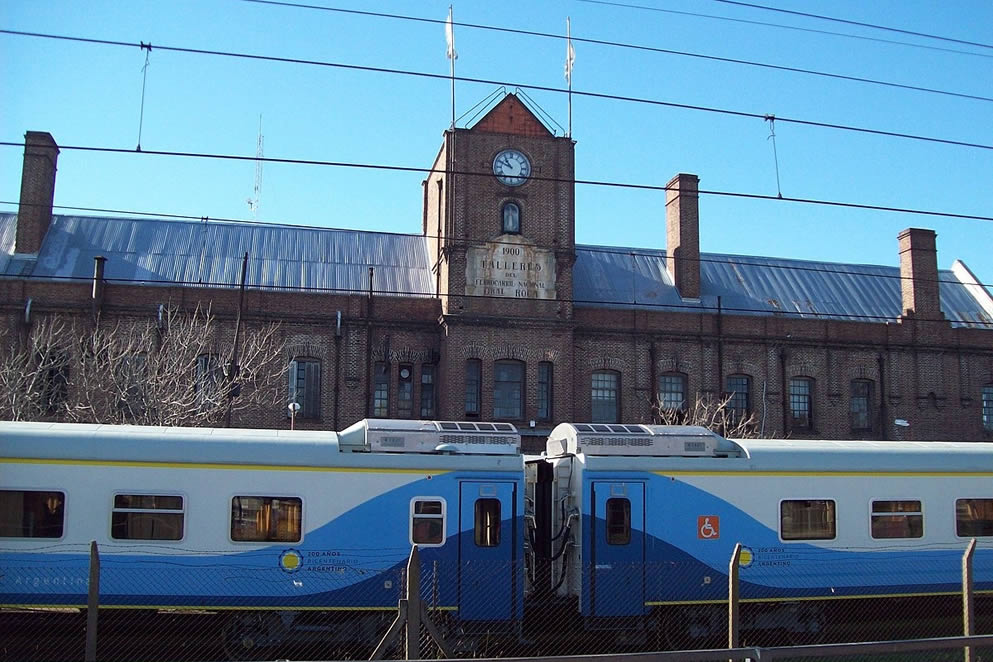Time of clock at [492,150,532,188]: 10:49
